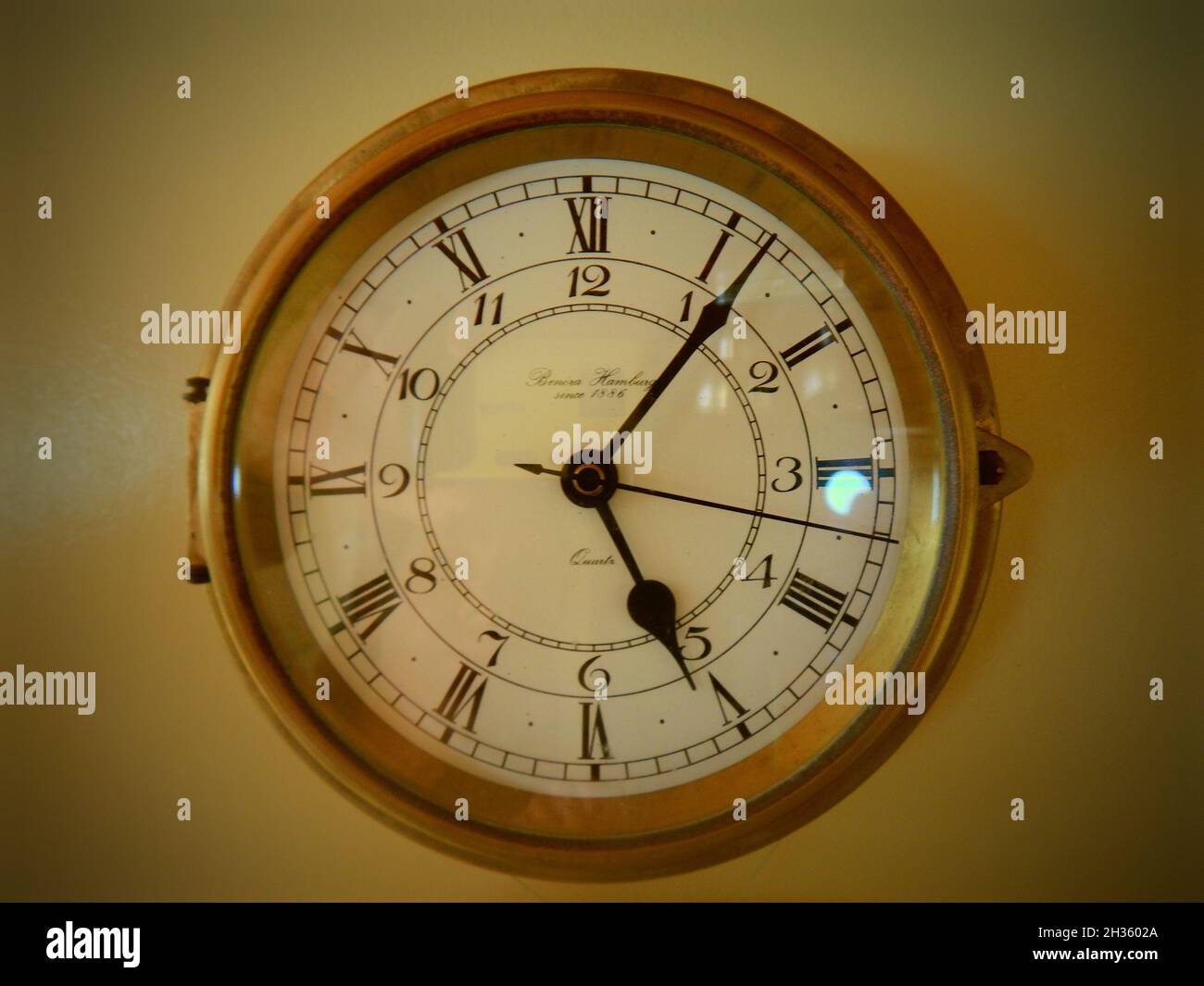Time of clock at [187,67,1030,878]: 5:06
